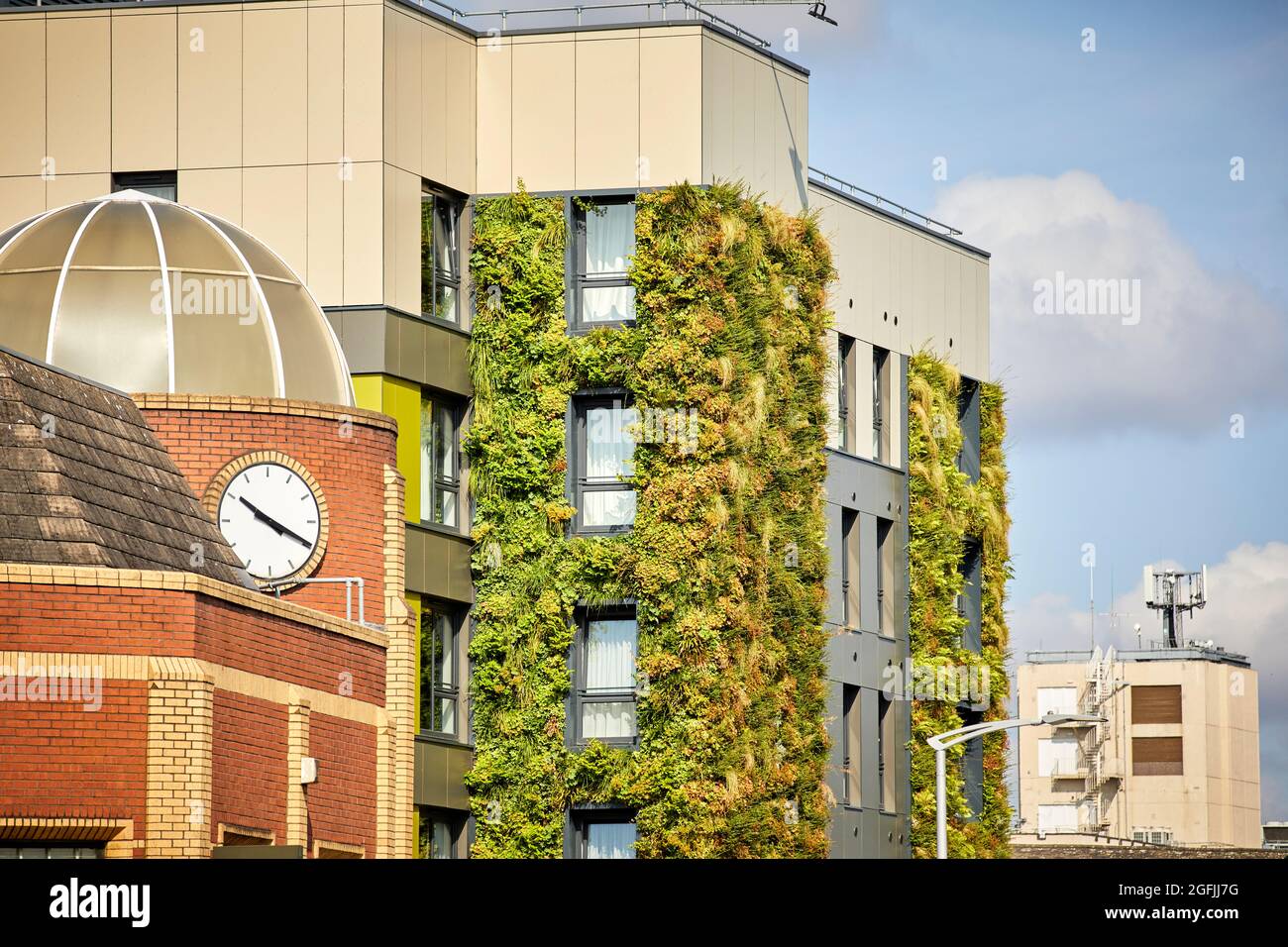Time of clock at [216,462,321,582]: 10:19
